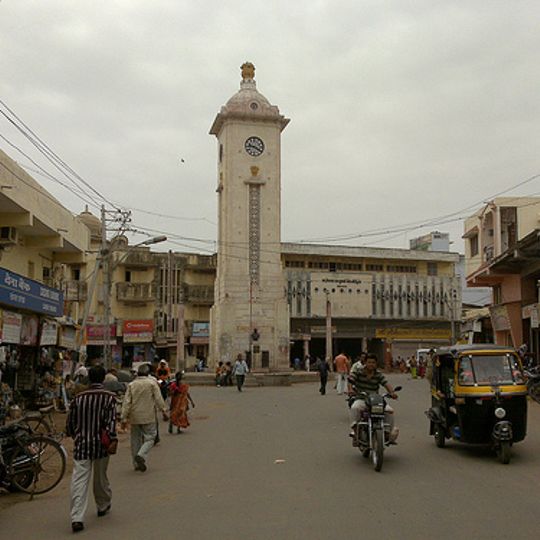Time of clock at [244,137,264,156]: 9:20
